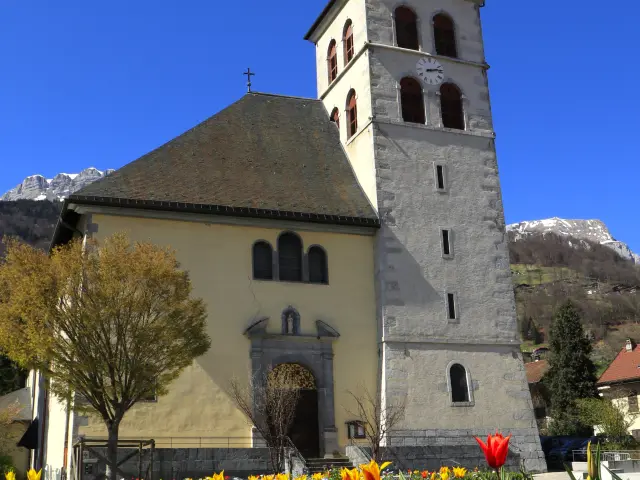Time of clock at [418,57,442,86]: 2:12
